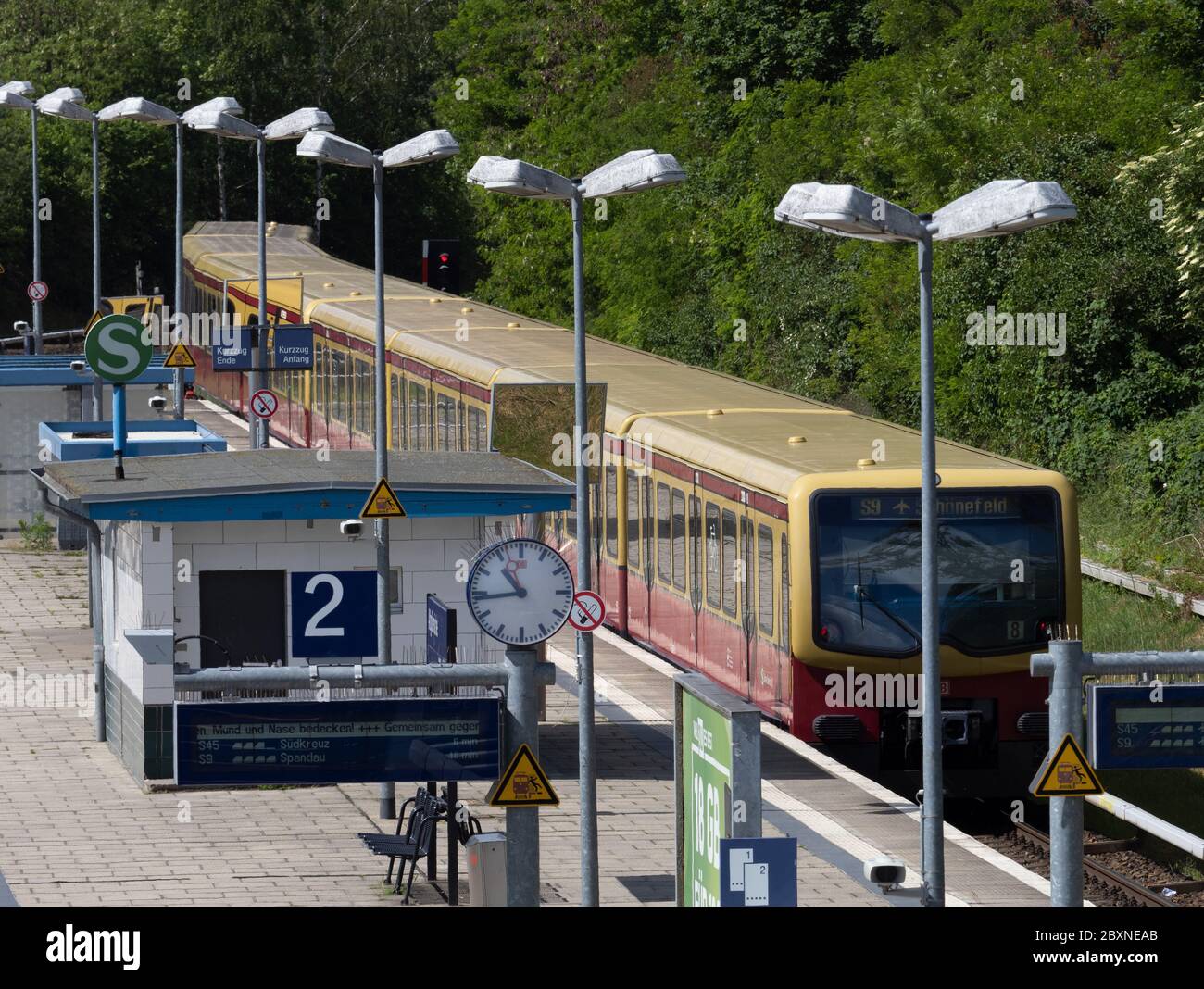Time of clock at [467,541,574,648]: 10:43
